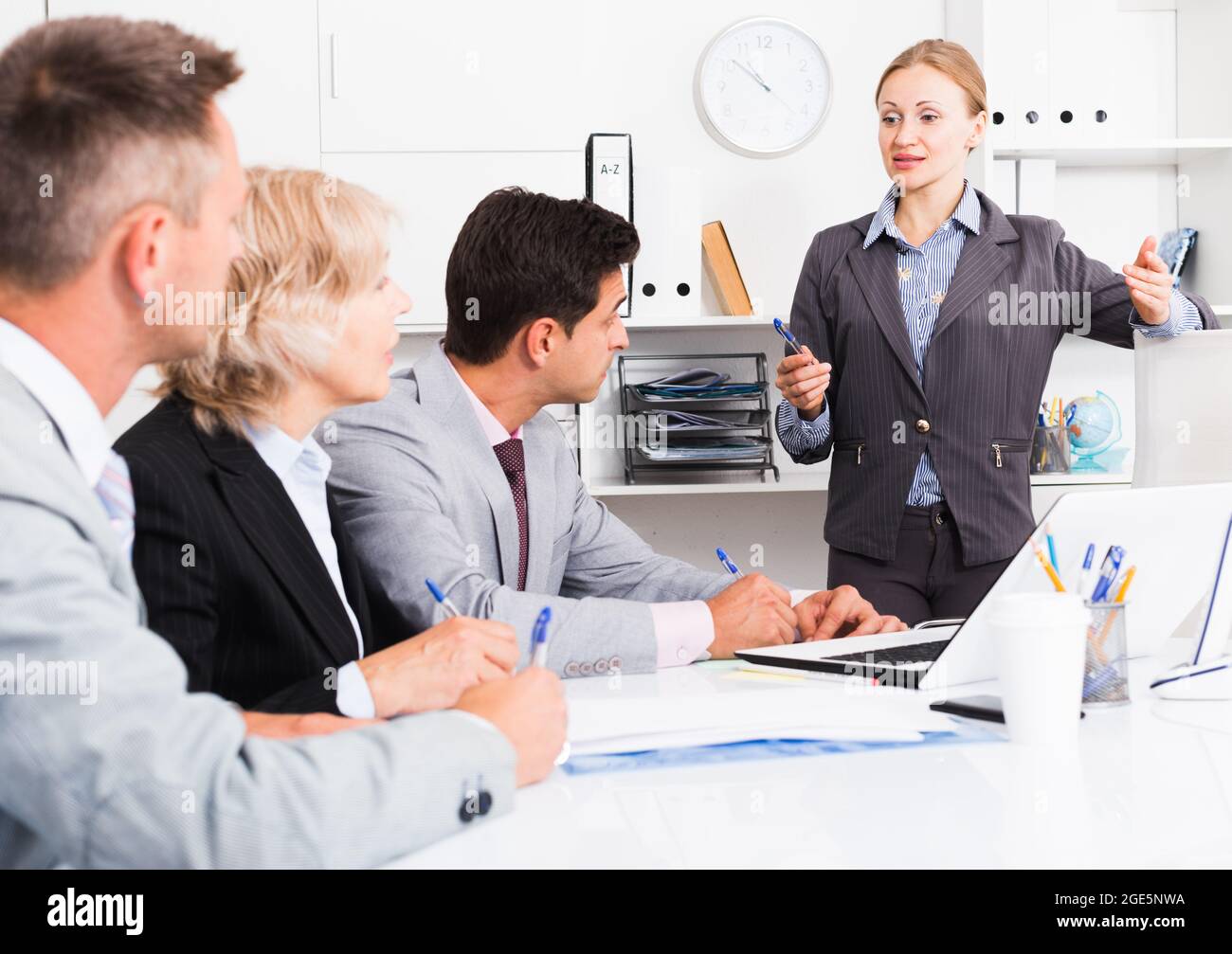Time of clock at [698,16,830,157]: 10:51
